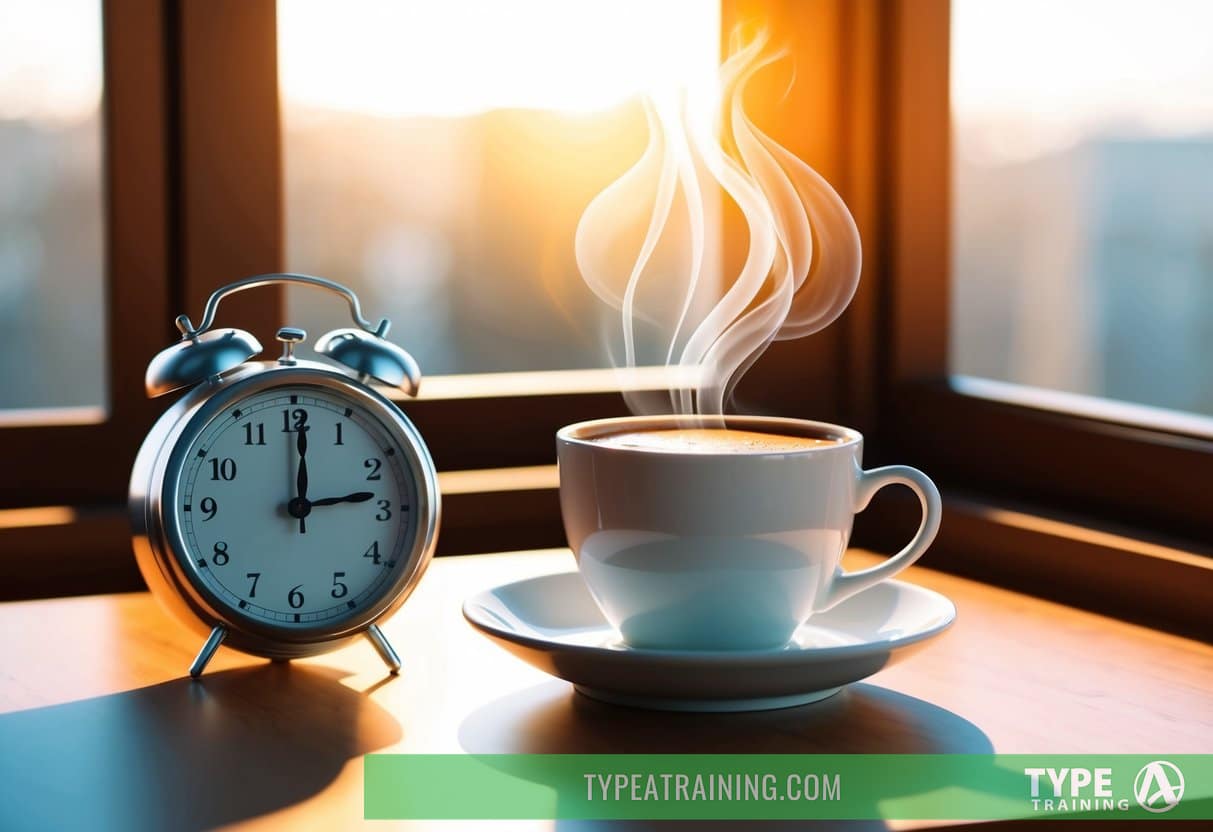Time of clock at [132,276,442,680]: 12:13
